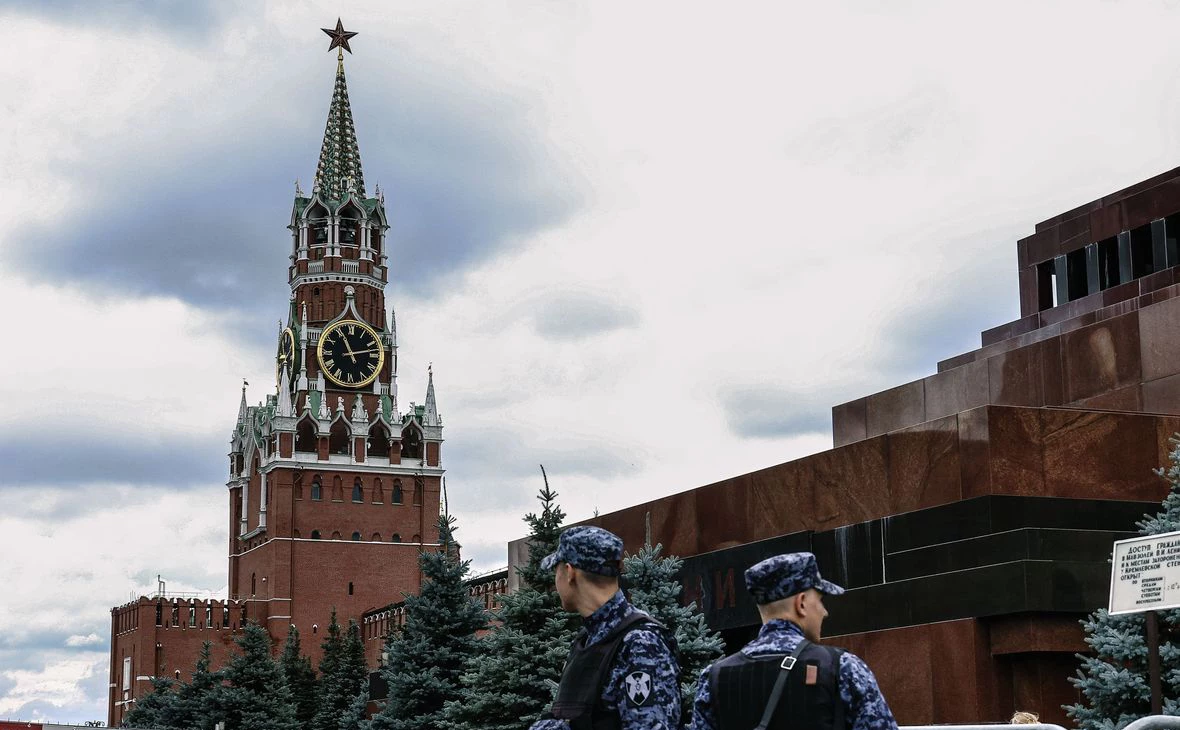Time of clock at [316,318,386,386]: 11:12
